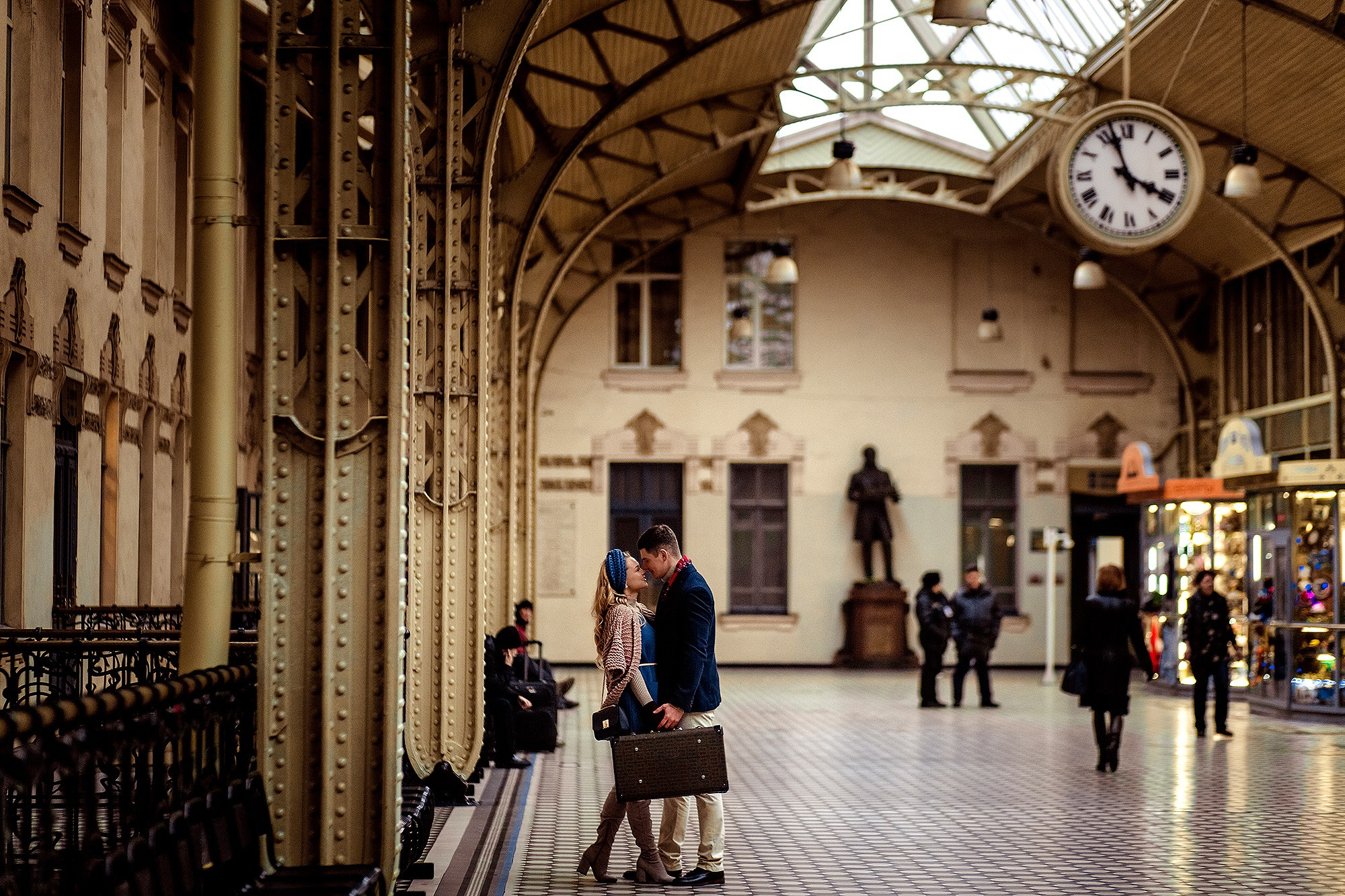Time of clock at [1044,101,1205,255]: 3:57
